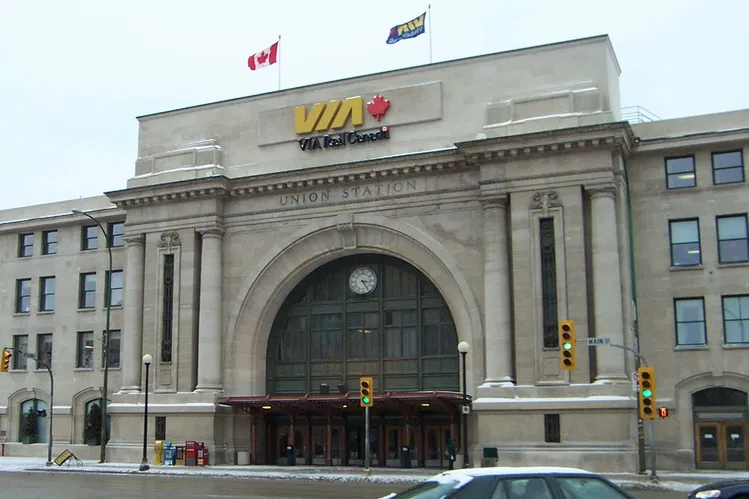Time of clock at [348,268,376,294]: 3:24
